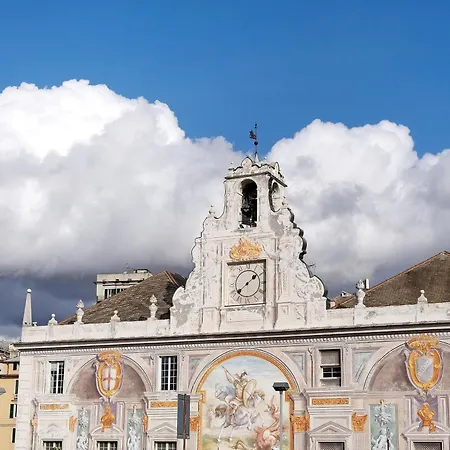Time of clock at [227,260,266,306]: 1:38
